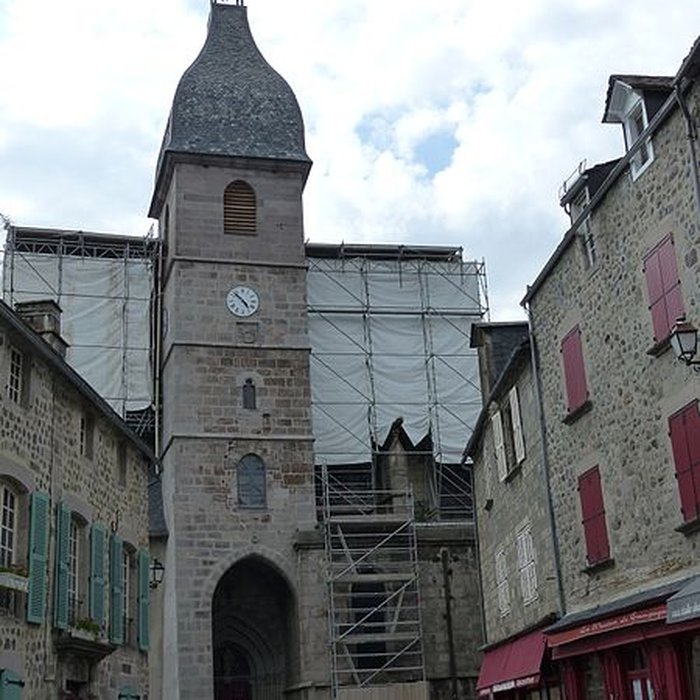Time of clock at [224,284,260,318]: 4:52
